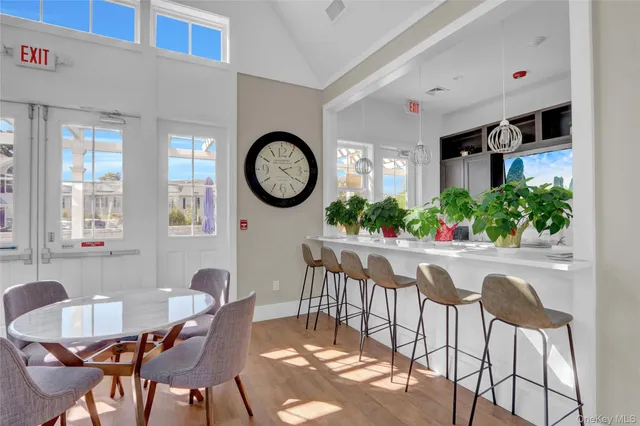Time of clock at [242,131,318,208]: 2:20
